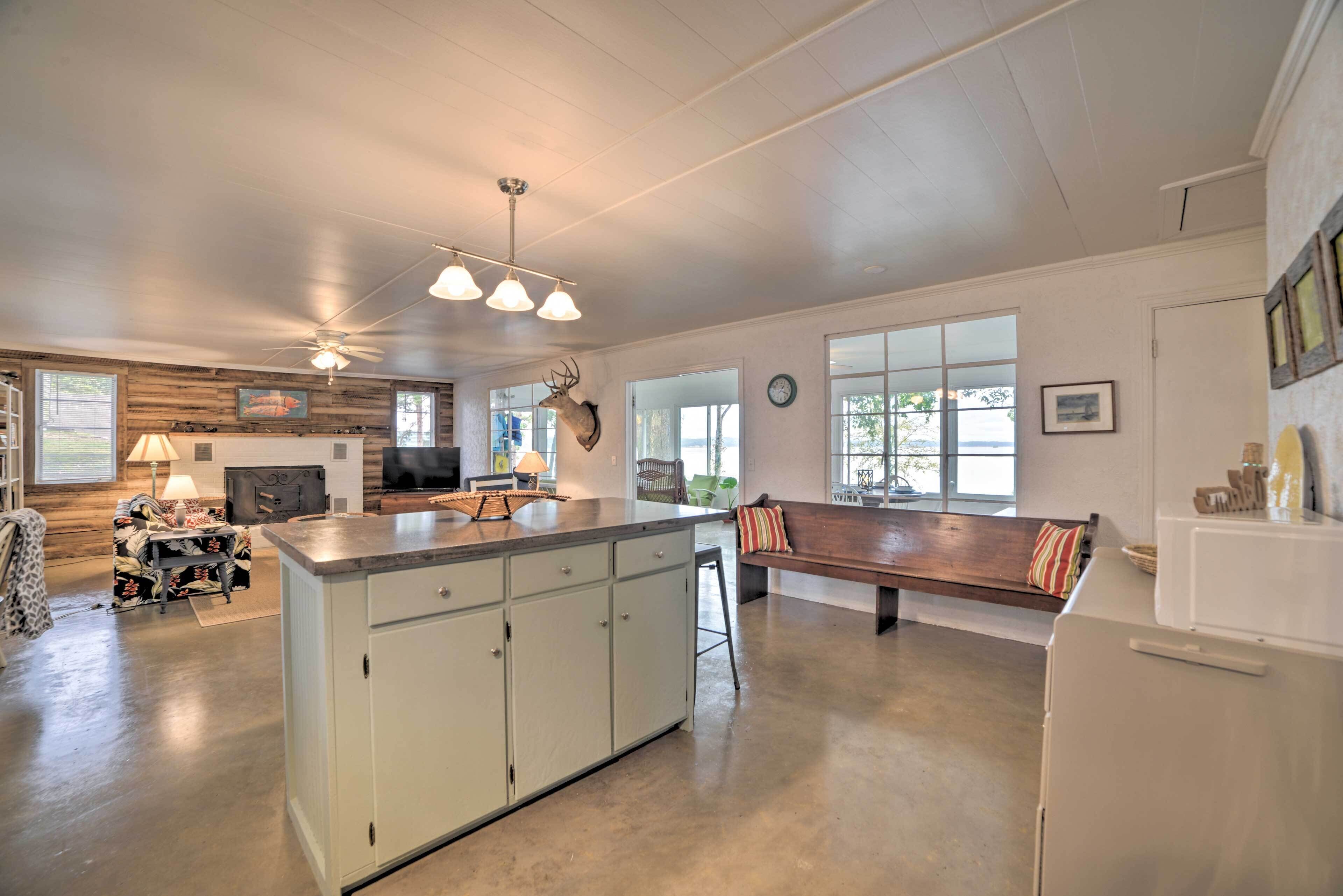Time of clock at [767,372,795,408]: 1:19
